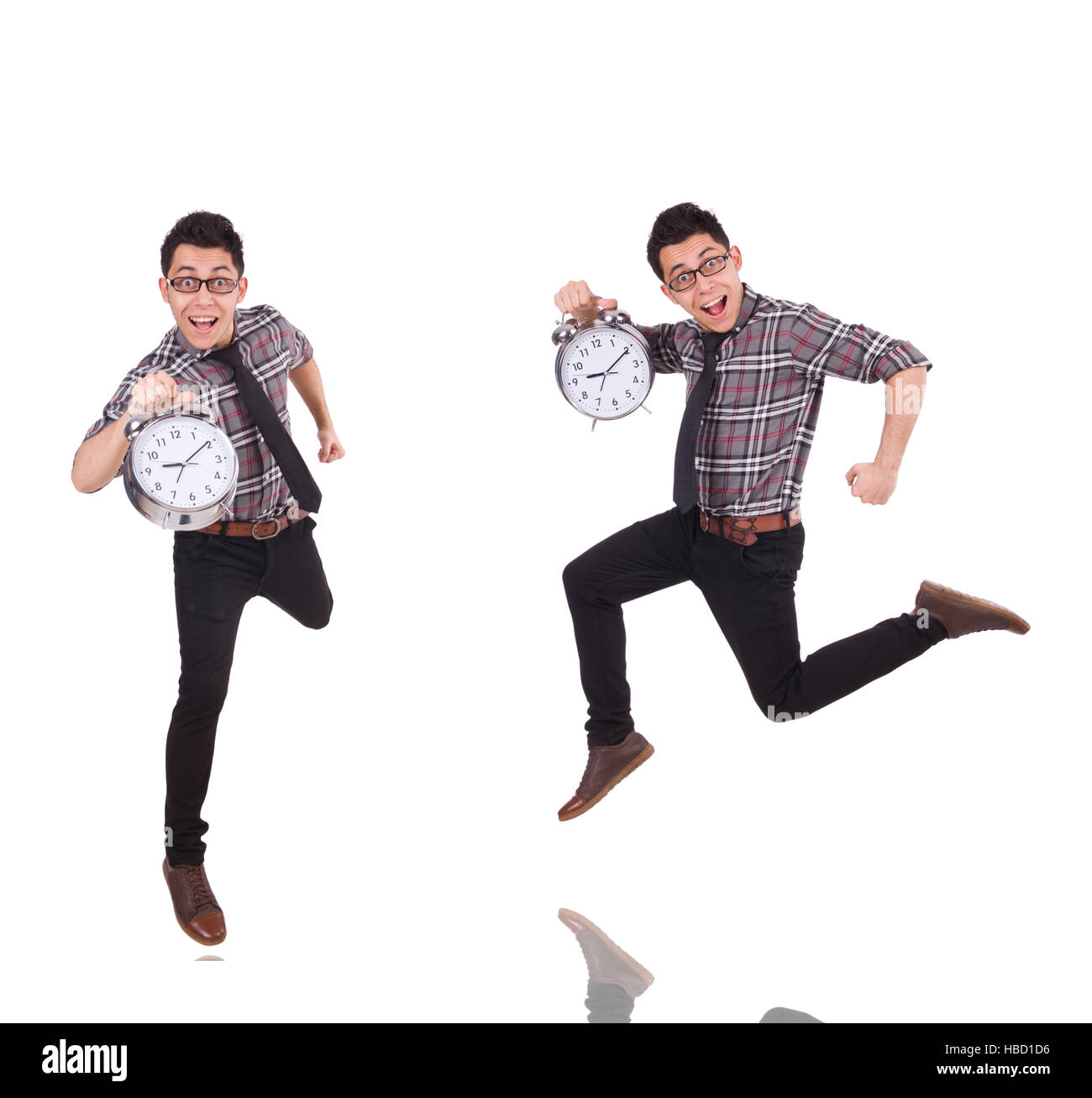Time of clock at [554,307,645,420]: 9:10
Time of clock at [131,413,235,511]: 9:09
